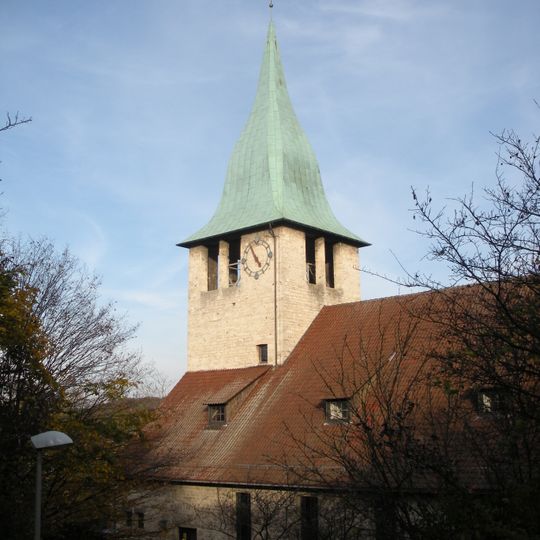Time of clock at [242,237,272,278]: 4:54
